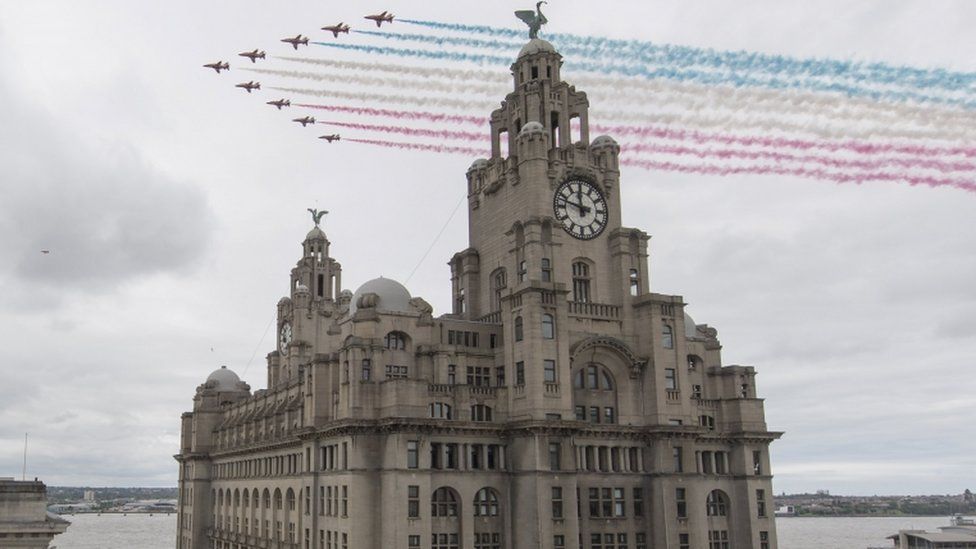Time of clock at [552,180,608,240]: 11:47
